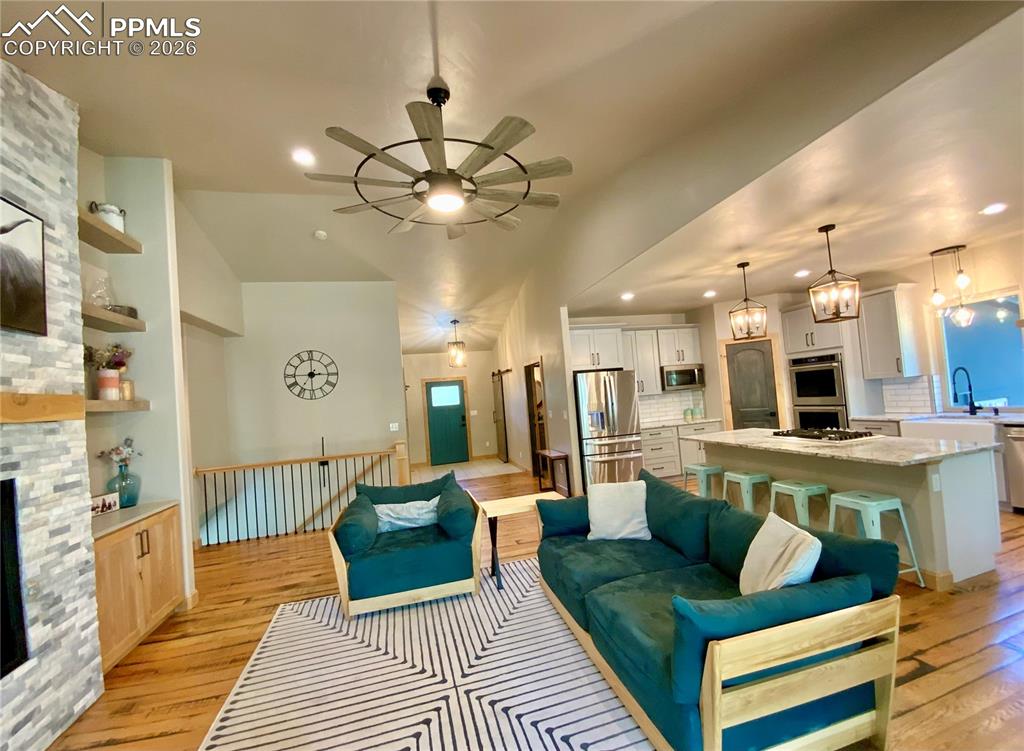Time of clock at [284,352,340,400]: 2:59
